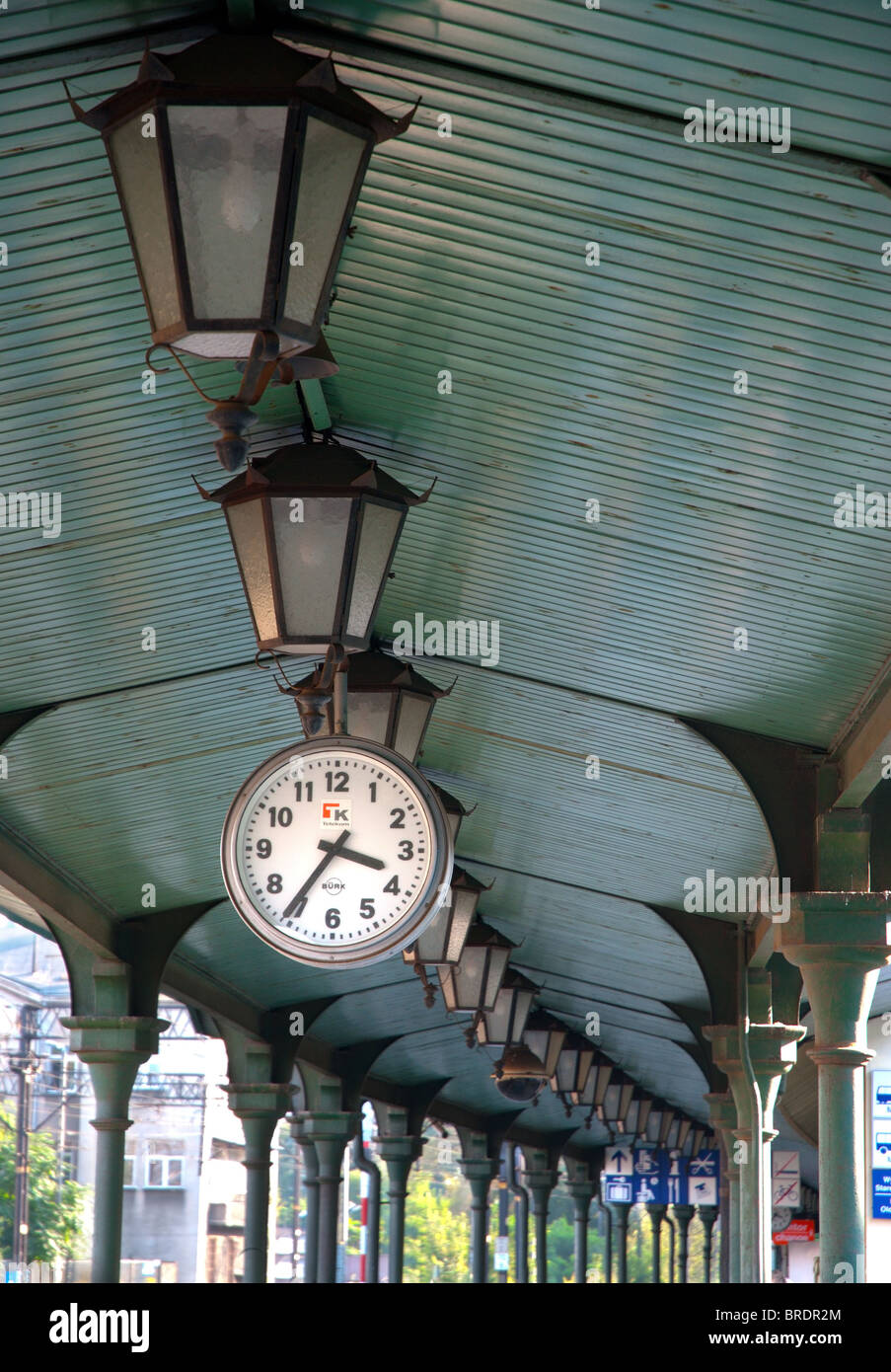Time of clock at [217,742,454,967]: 3:35
